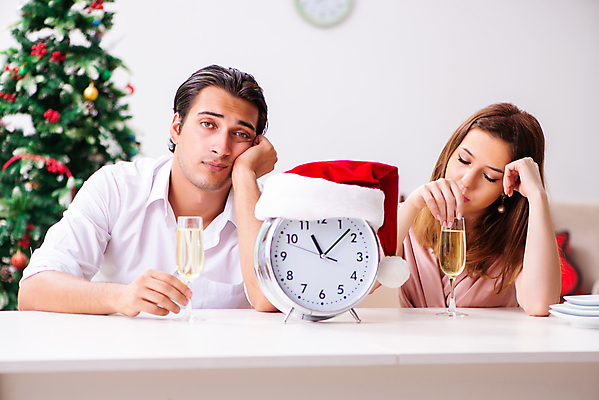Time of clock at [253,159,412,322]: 11:07
